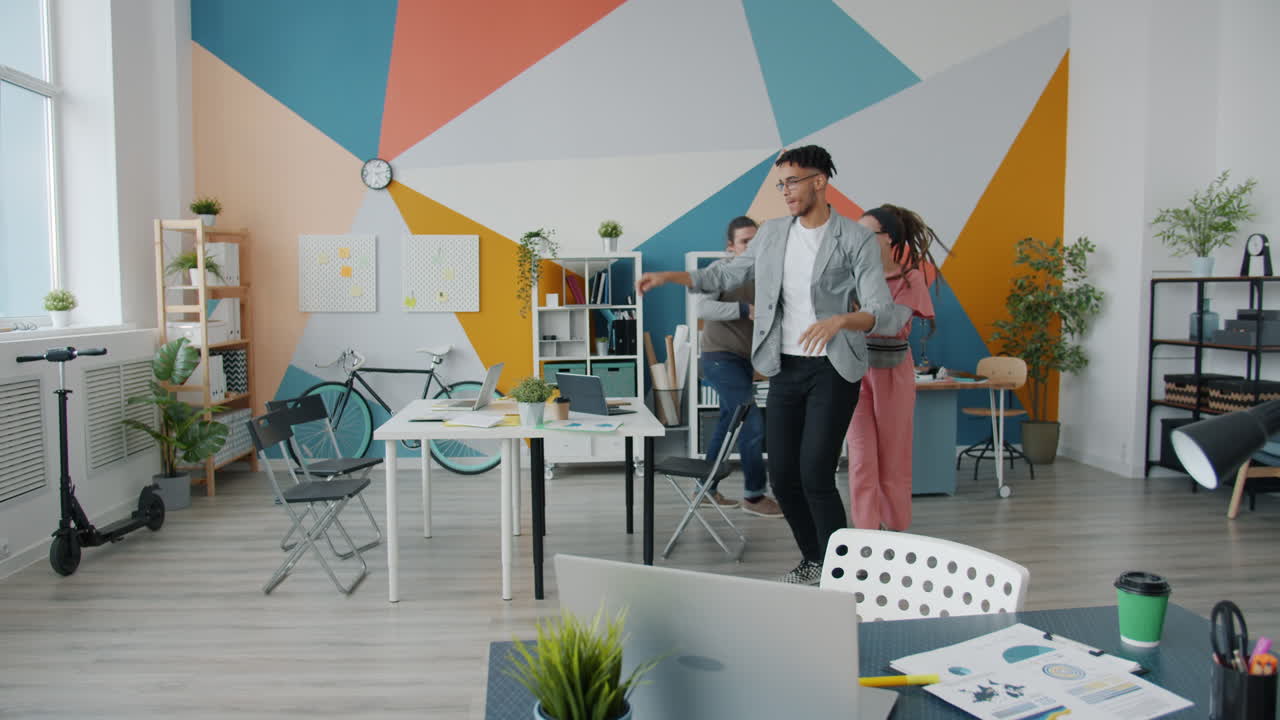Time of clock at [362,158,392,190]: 5:13
